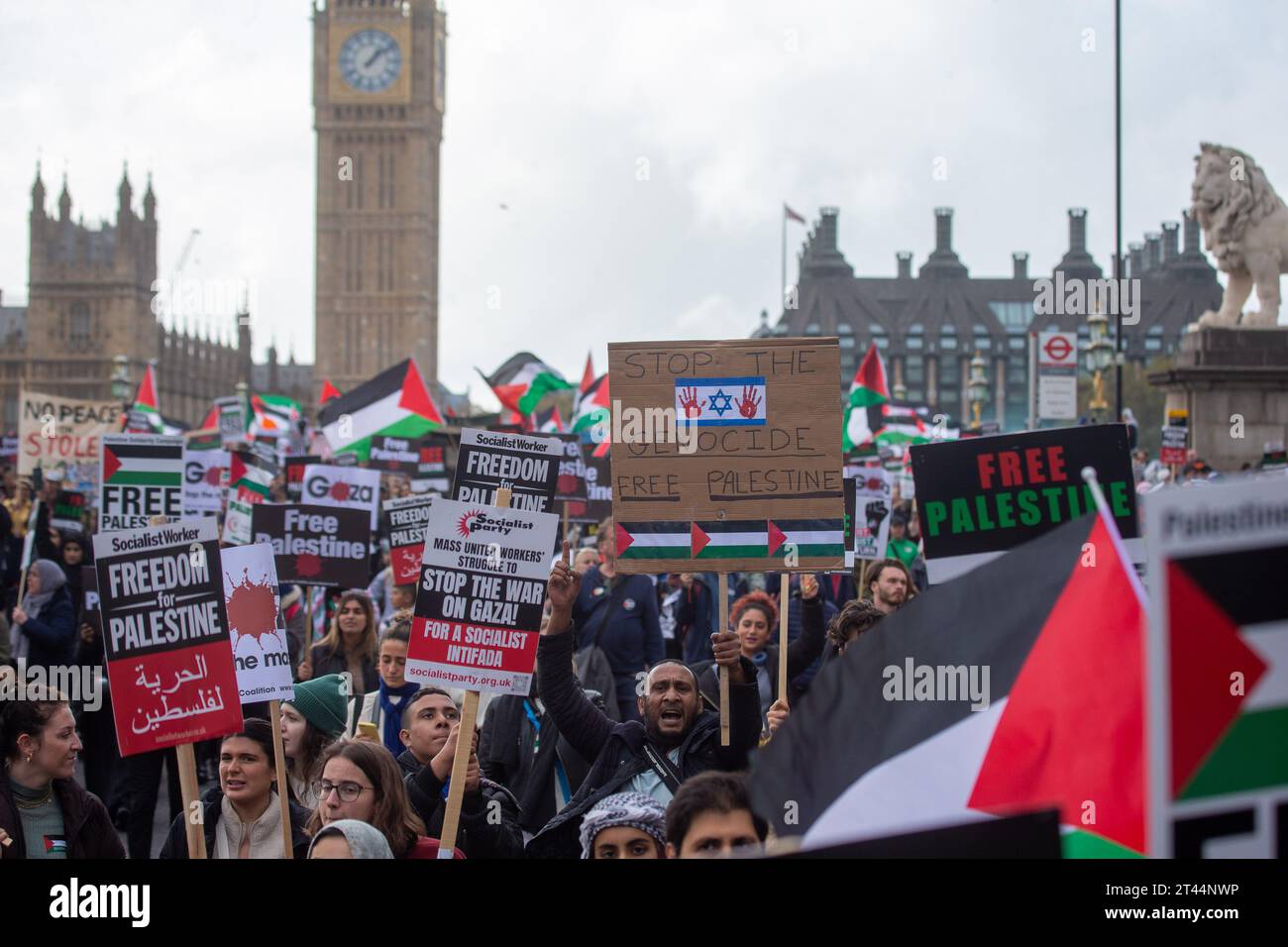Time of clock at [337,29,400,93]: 1:08
